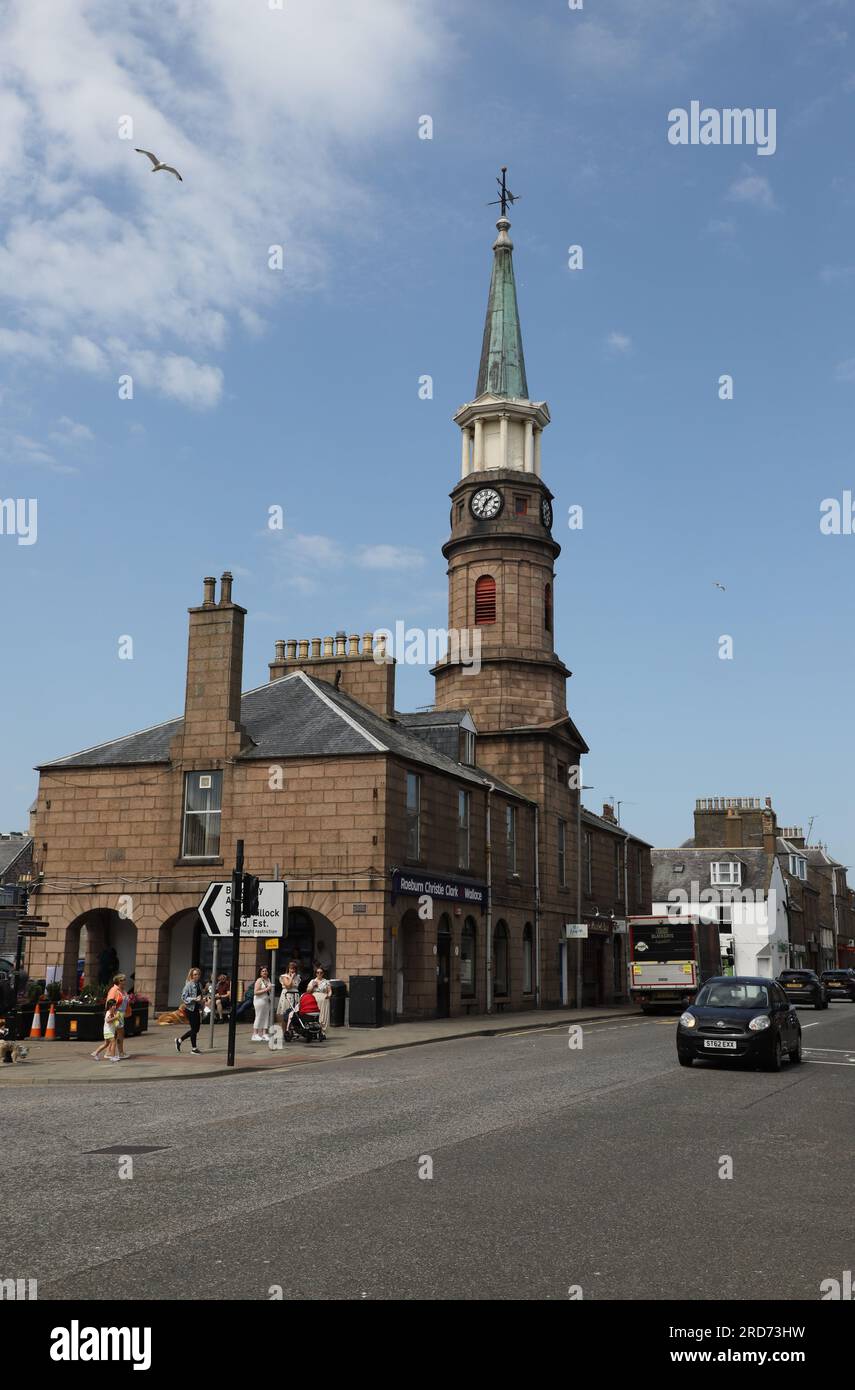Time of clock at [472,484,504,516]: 1:33
